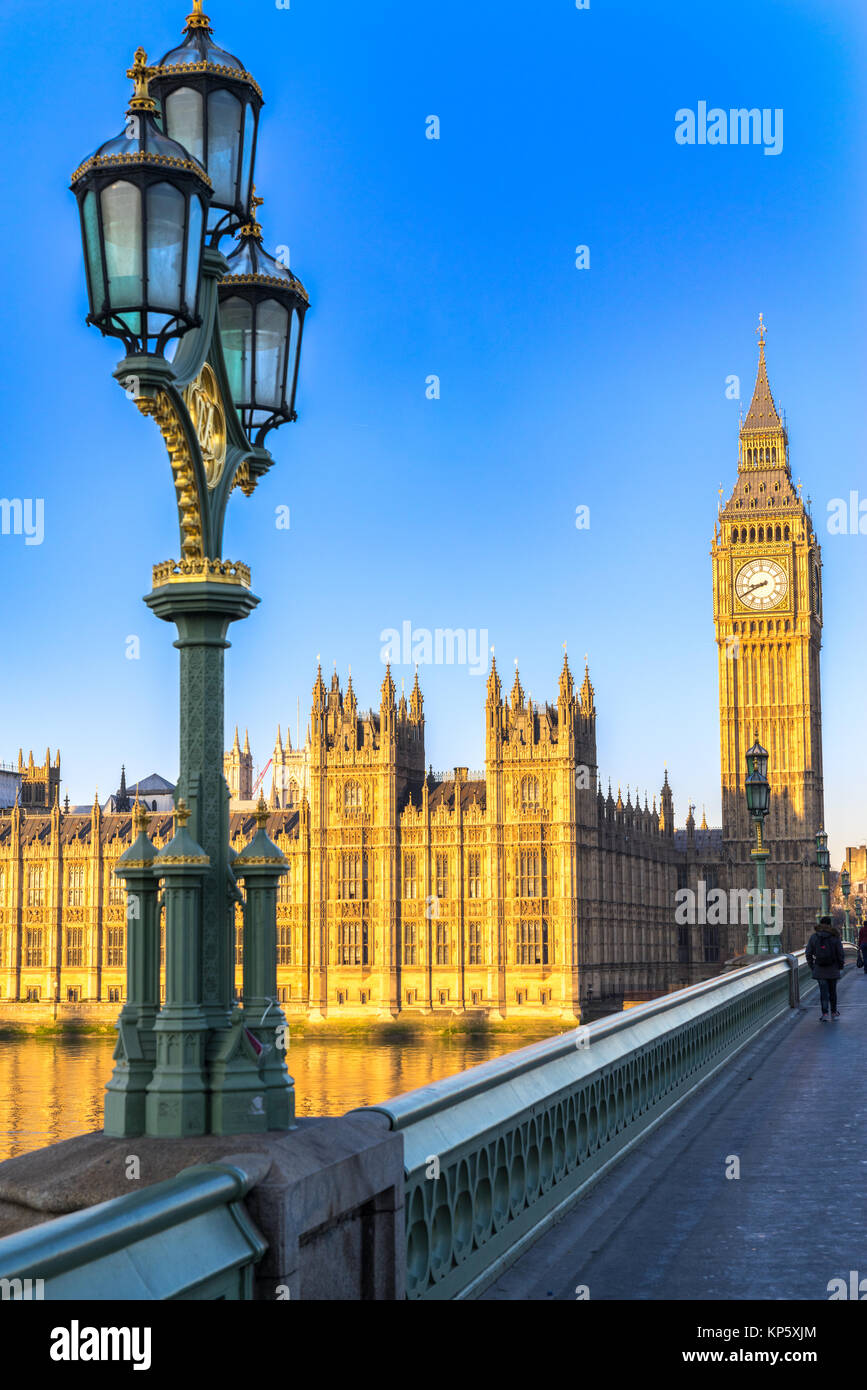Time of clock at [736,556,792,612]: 8:40
